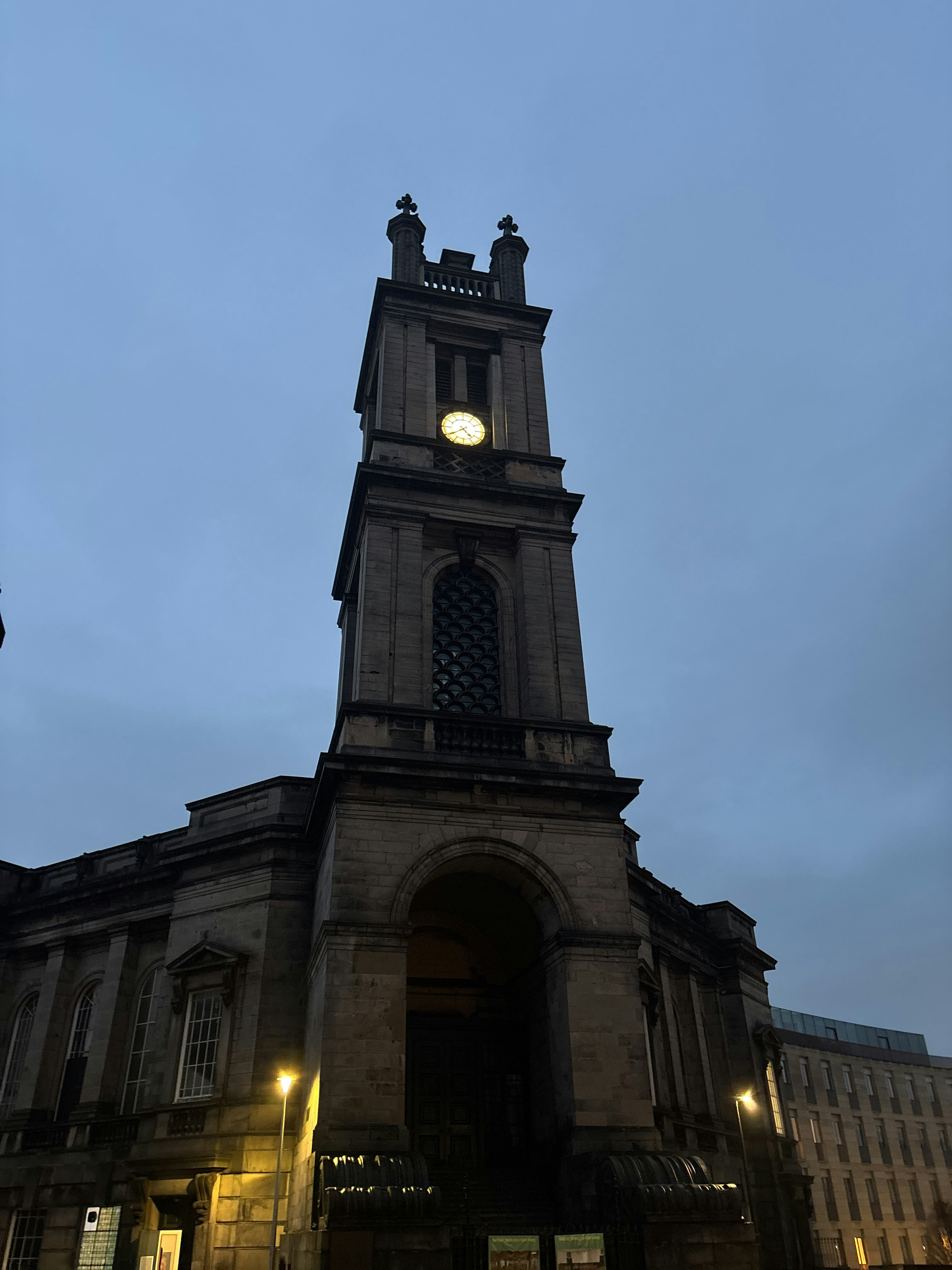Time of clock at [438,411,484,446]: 4:39
